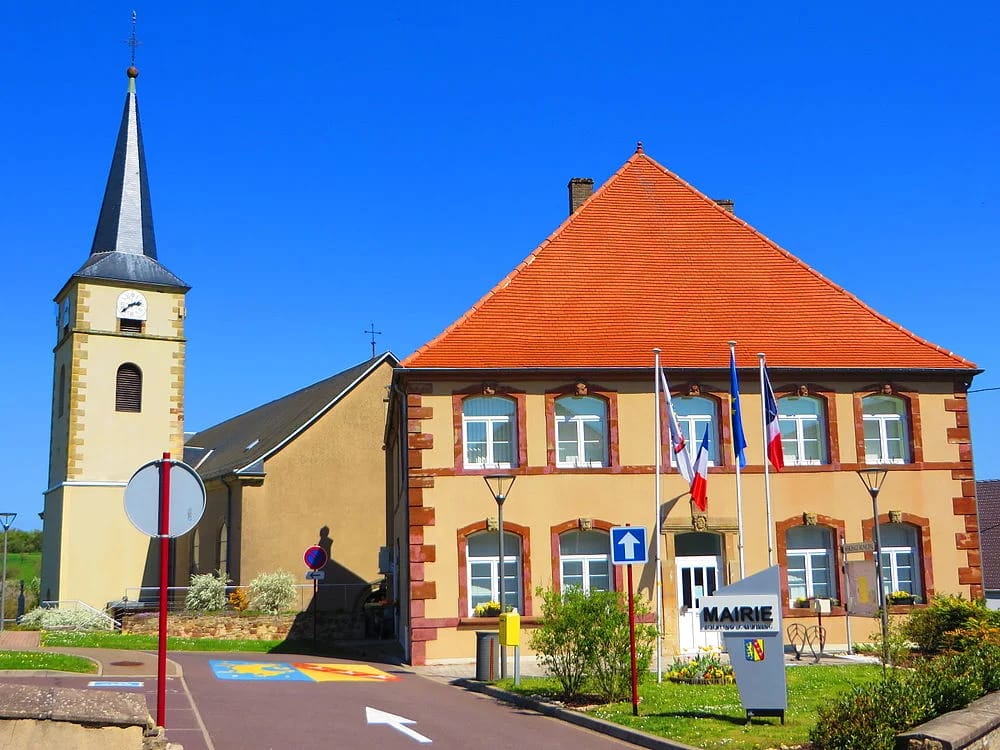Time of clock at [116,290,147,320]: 2:38
